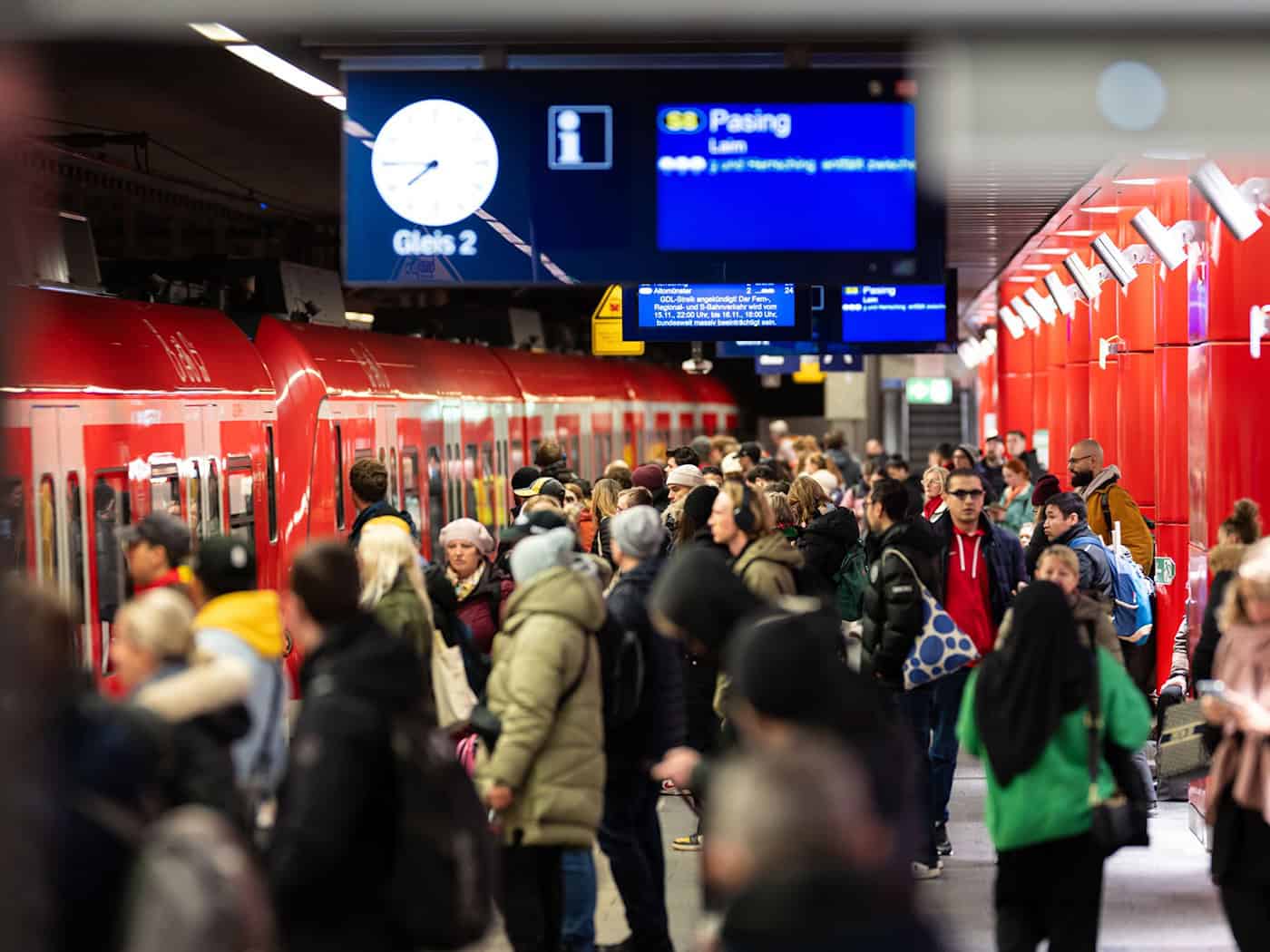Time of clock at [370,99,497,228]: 7:45
